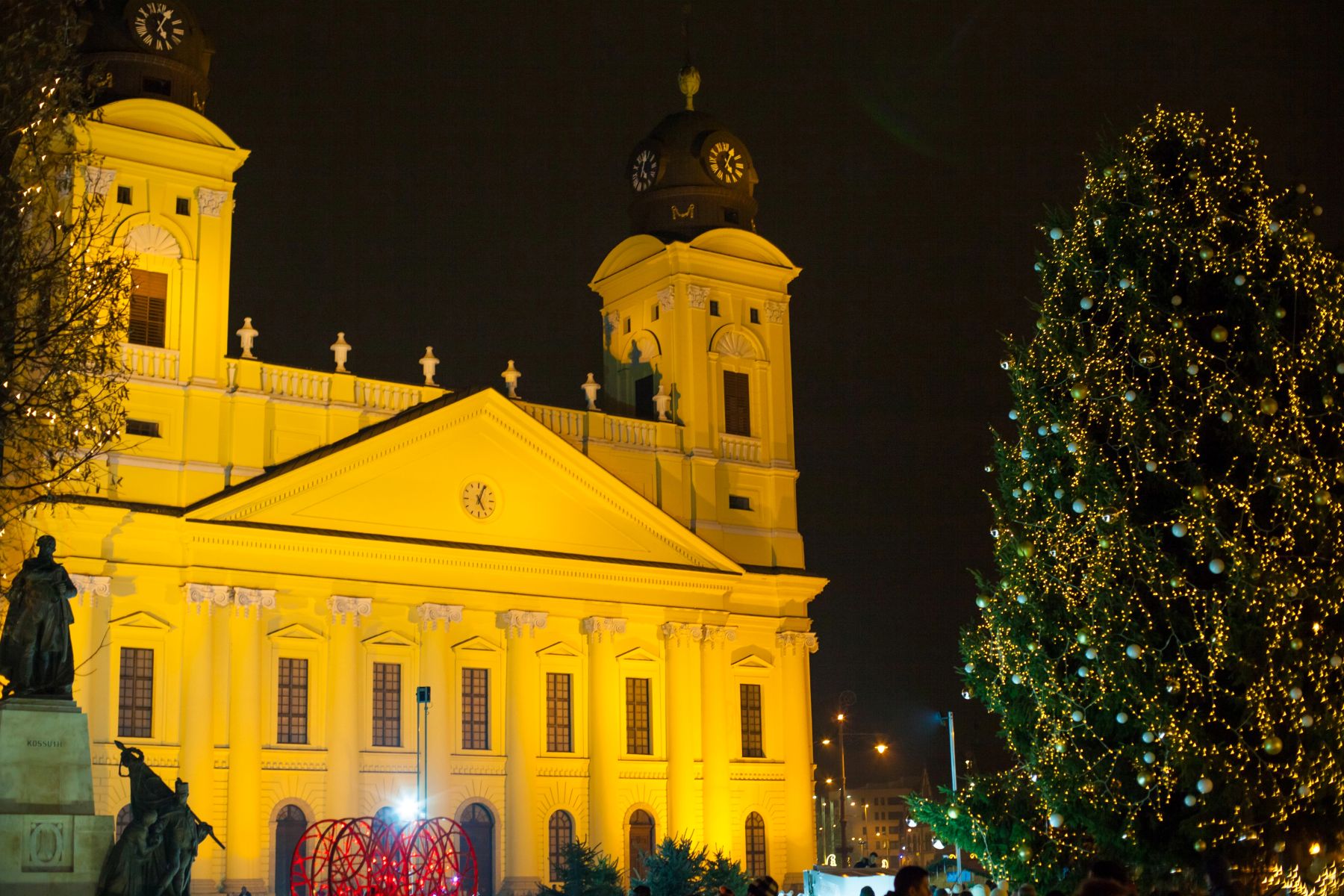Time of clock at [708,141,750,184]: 5:05
